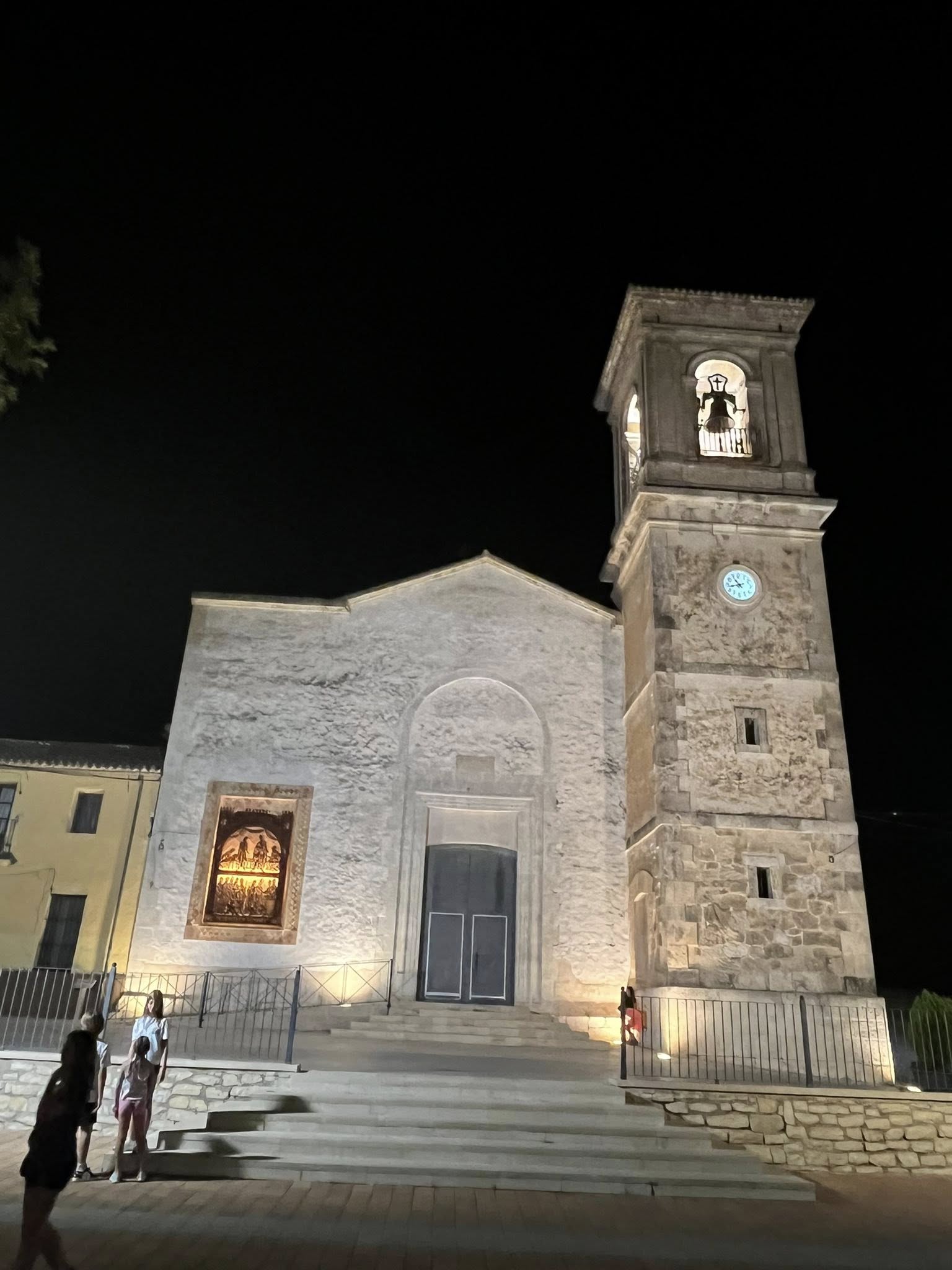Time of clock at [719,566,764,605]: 10:42
